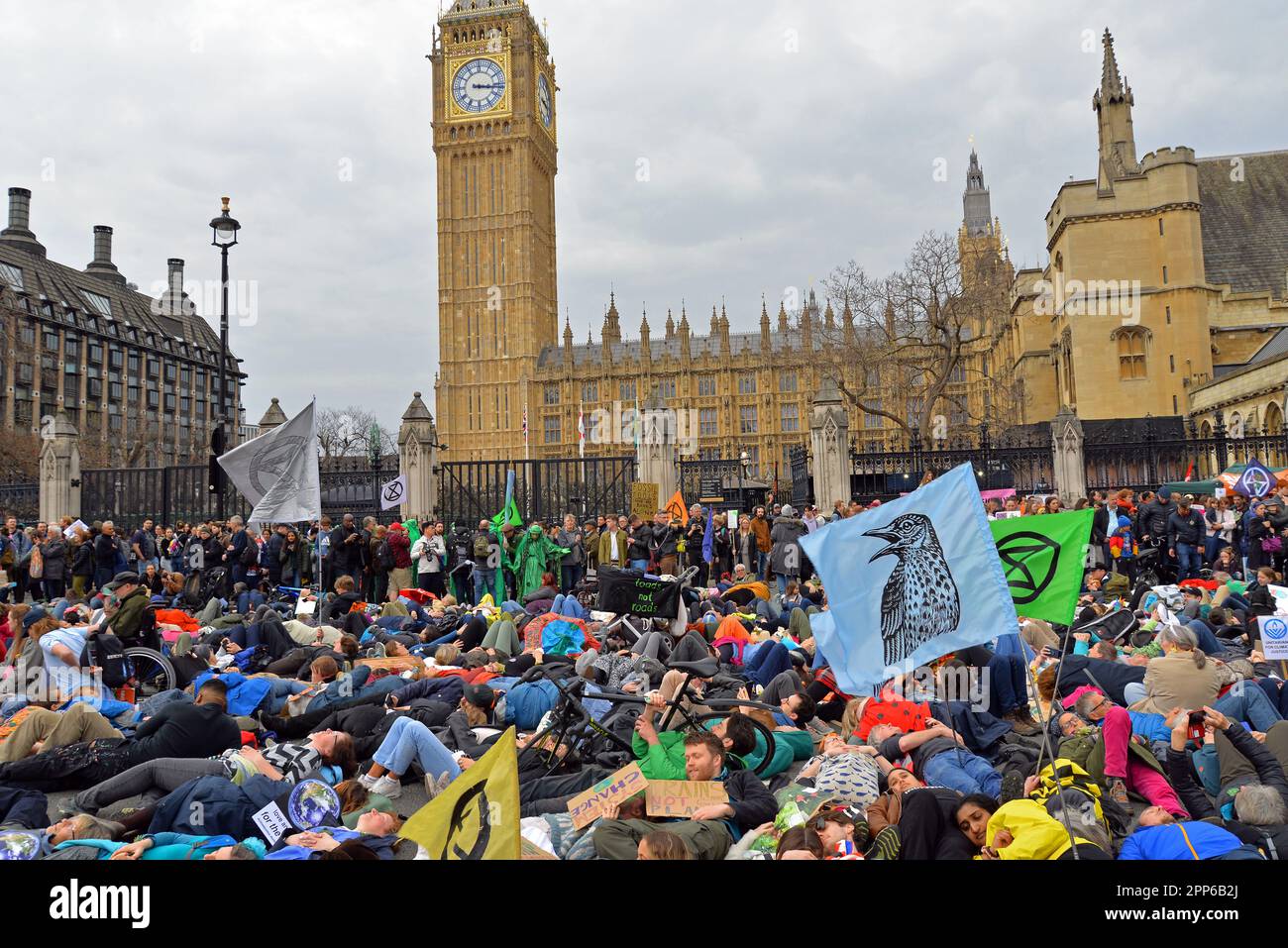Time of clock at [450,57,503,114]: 3:16
